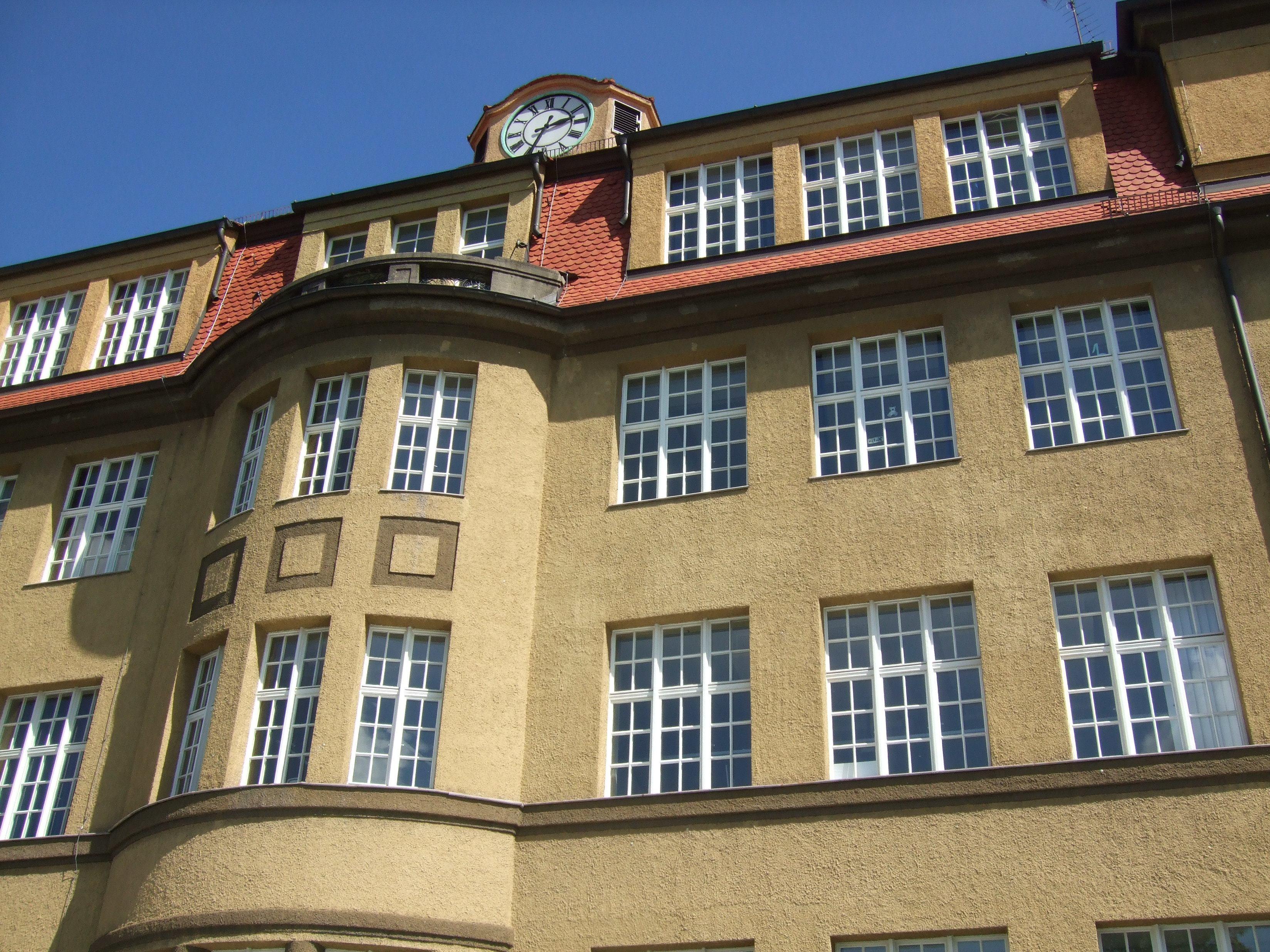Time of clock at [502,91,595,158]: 2:34
